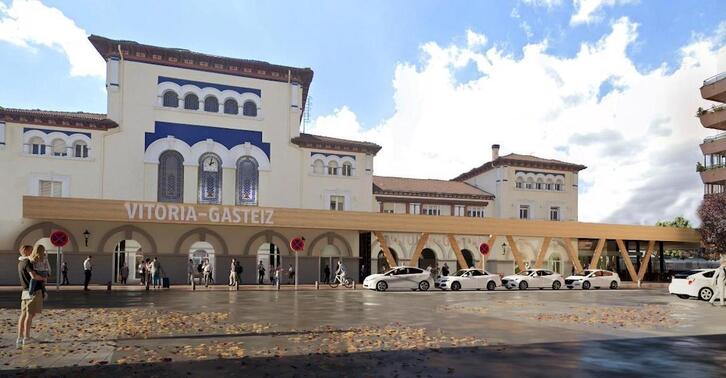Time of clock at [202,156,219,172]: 2:01
